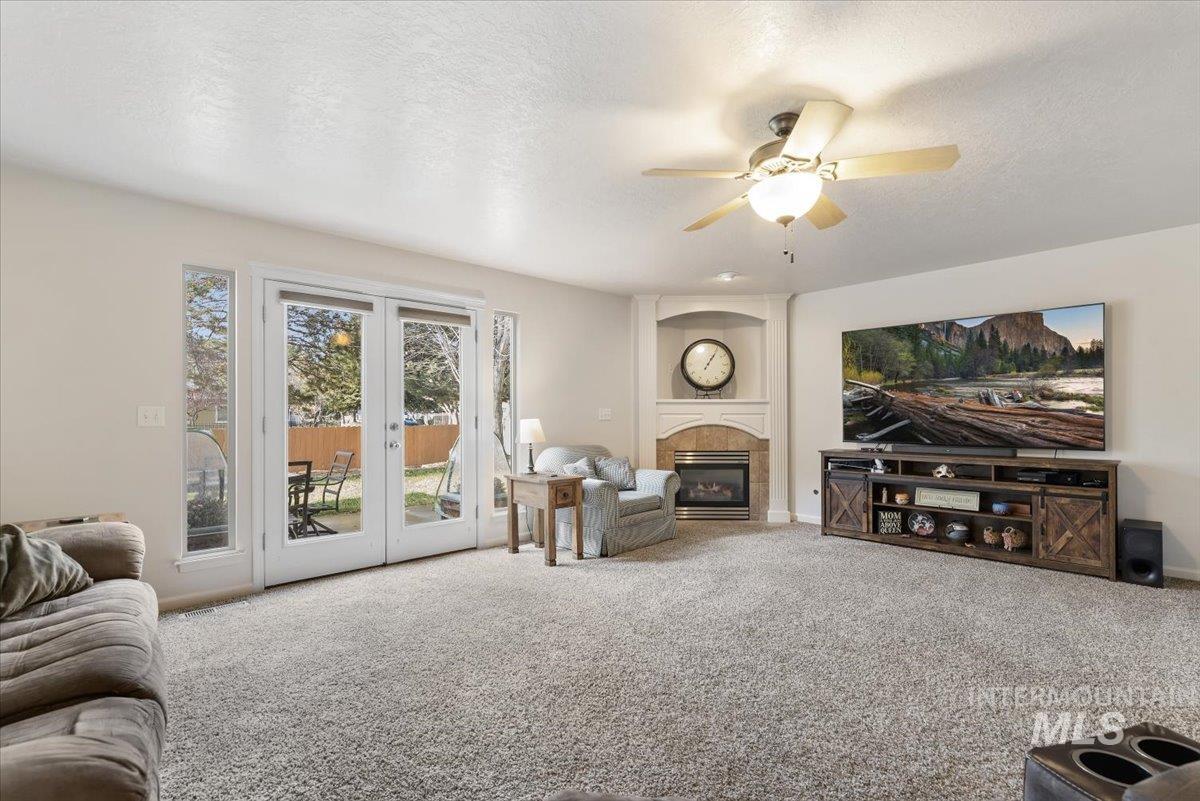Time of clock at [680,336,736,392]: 1:05
